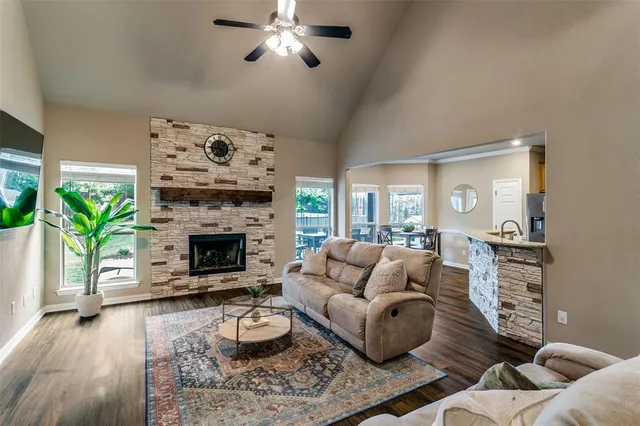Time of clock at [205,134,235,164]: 3:45
